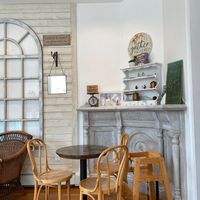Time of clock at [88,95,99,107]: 5:57
